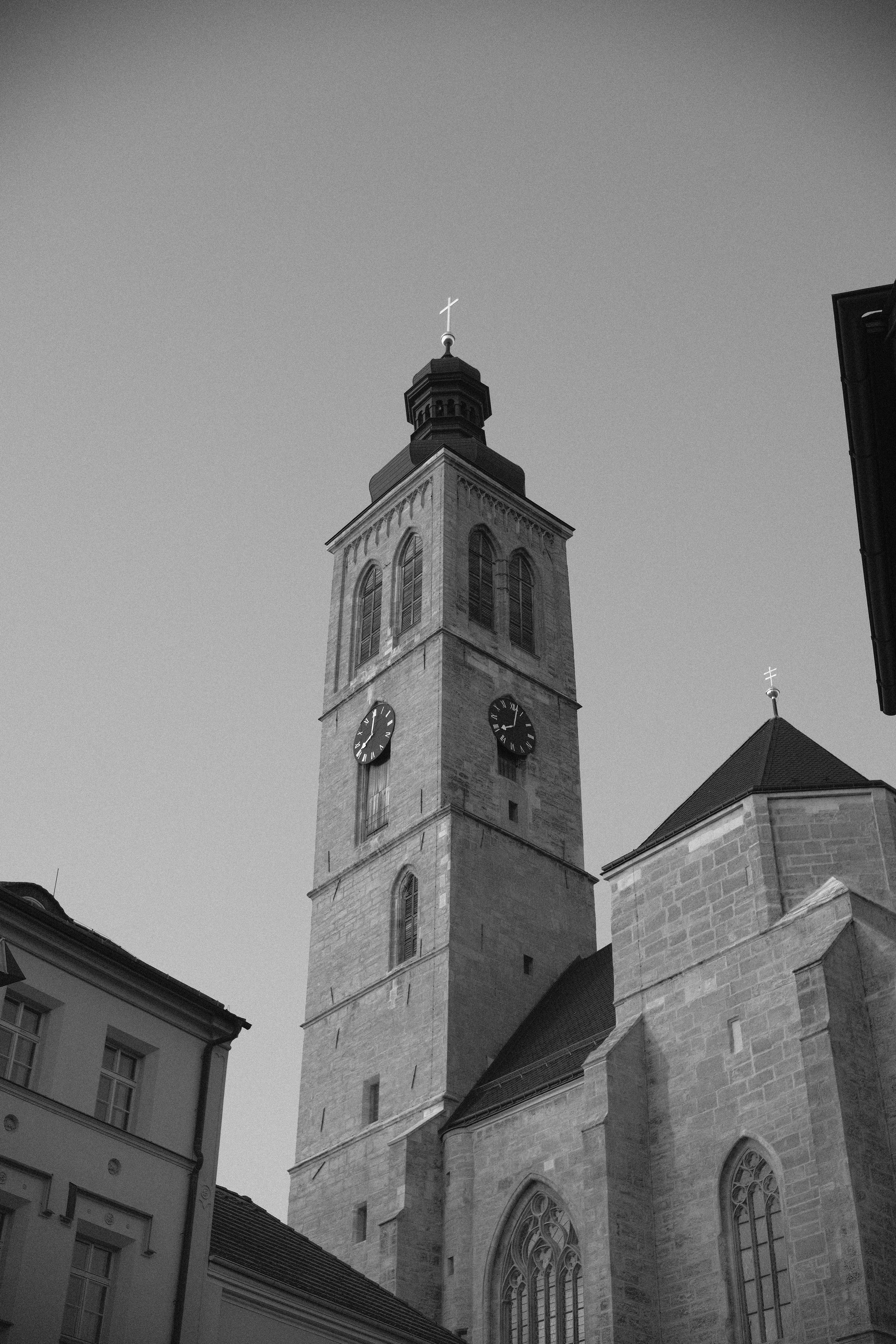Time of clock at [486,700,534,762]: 8:02
